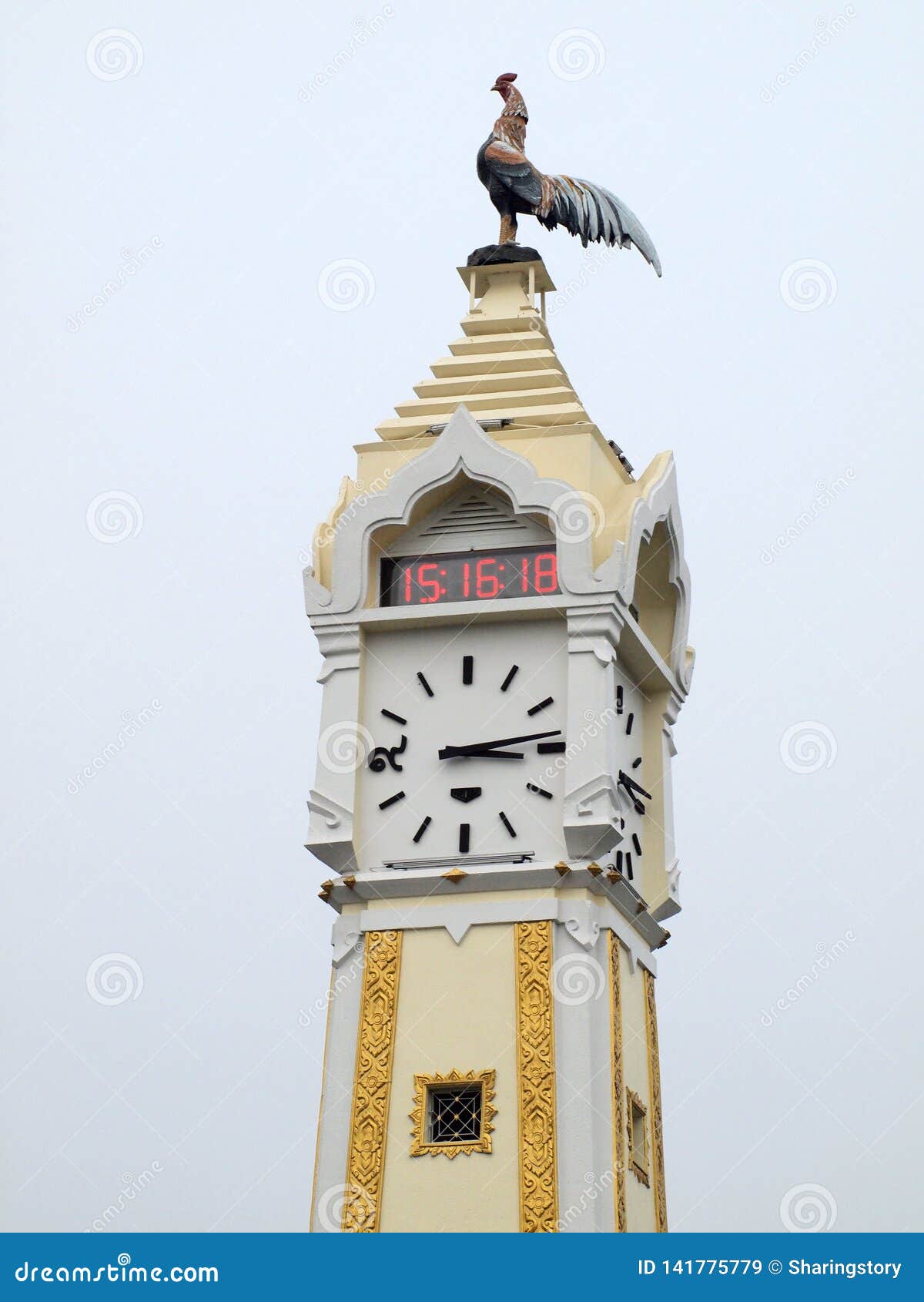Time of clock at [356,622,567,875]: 3:13
